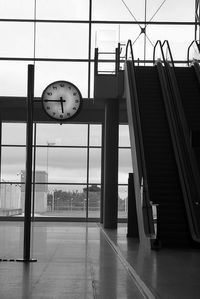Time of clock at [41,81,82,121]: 5:45
